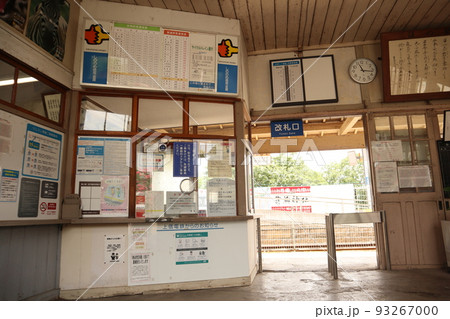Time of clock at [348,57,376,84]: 11:16
